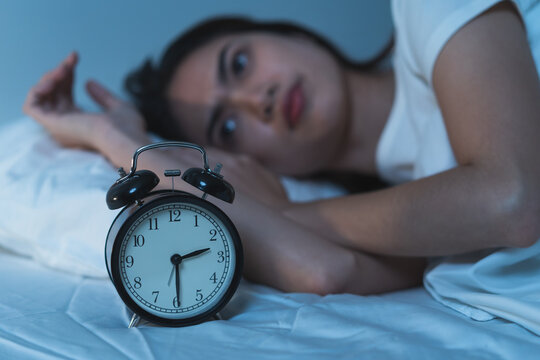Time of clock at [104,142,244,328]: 2:29
